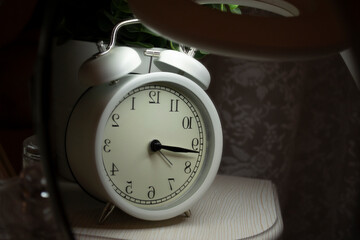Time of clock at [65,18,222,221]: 3:16
